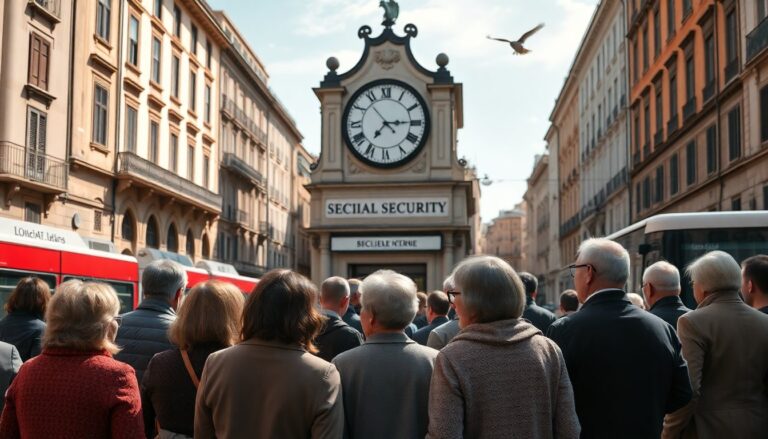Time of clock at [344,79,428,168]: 7:14
